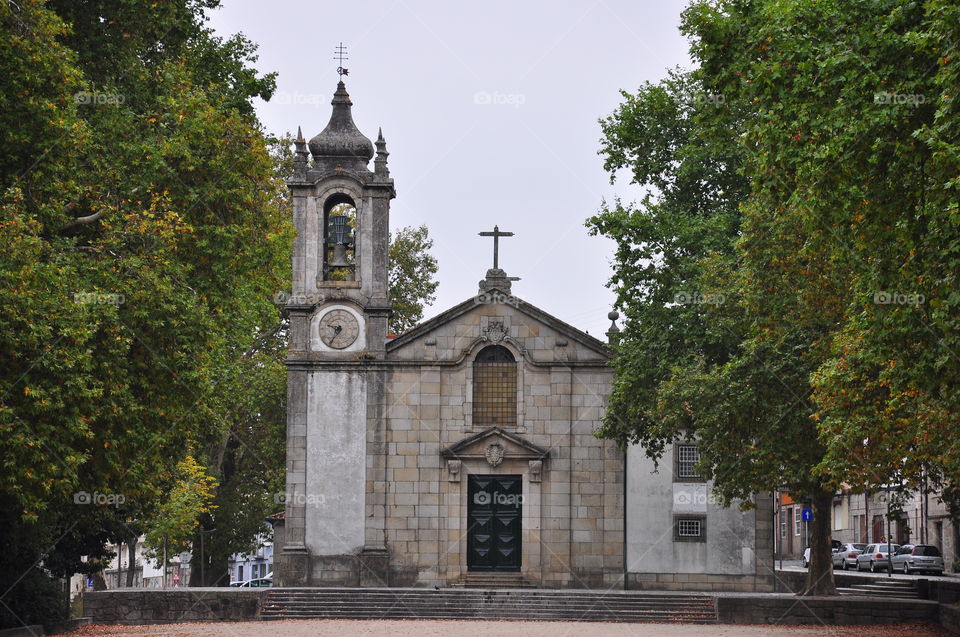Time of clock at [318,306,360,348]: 9:36
